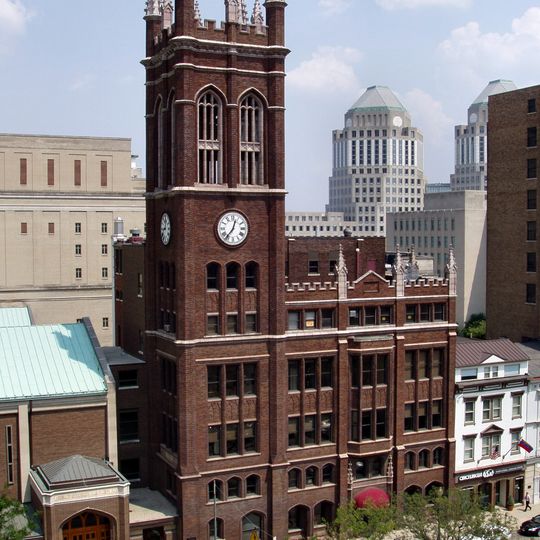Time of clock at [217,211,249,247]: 12:36
